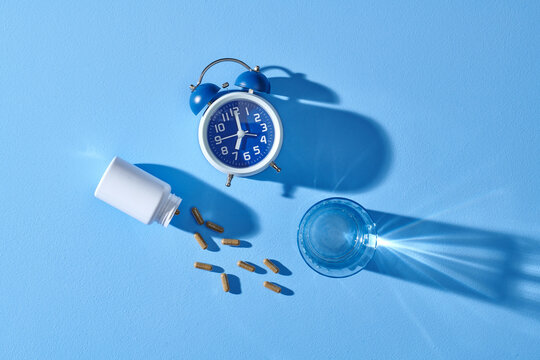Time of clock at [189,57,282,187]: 7:00
